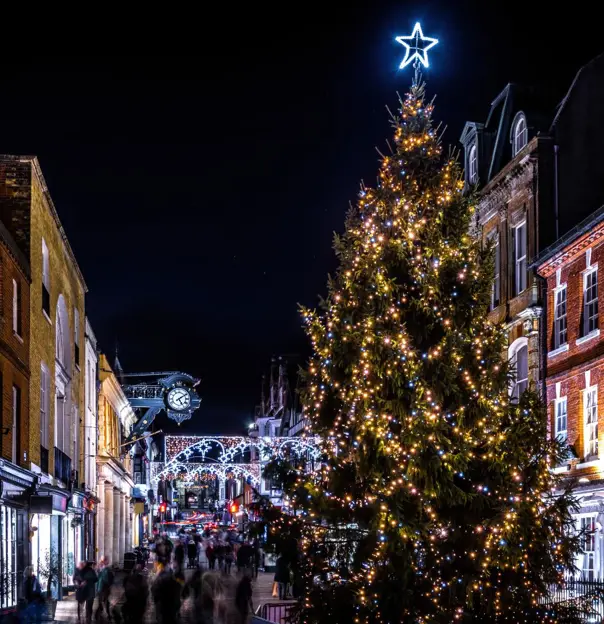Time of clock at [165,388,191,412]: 5:09
